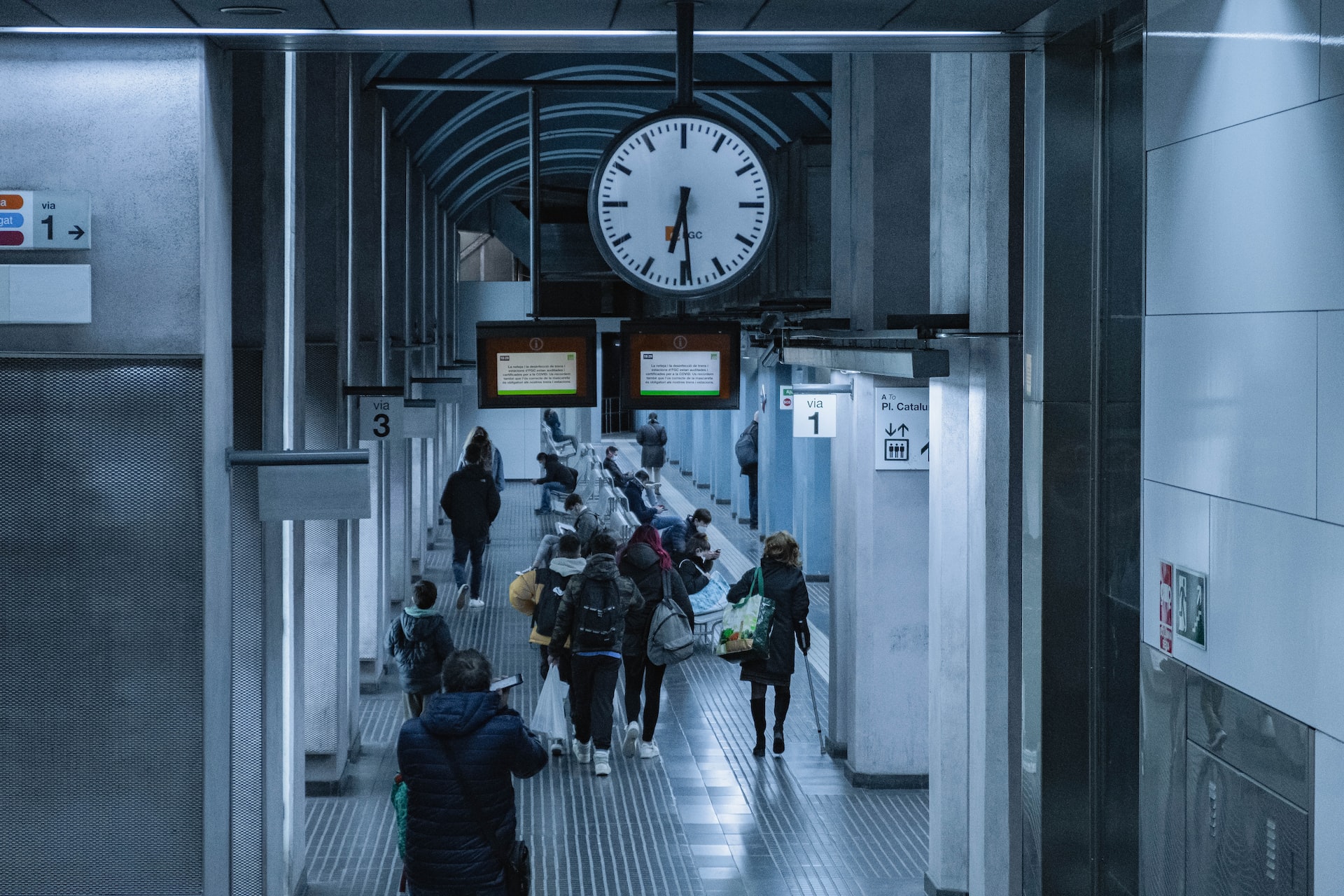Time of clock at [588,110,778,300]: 6:29
